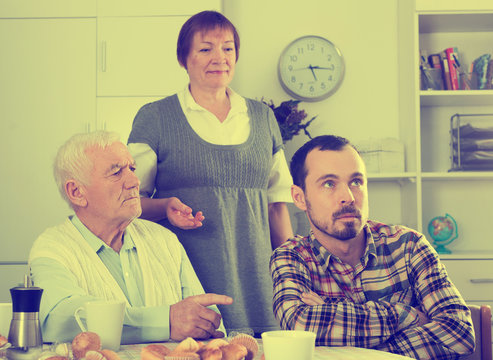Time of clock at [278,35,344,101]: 5:15
